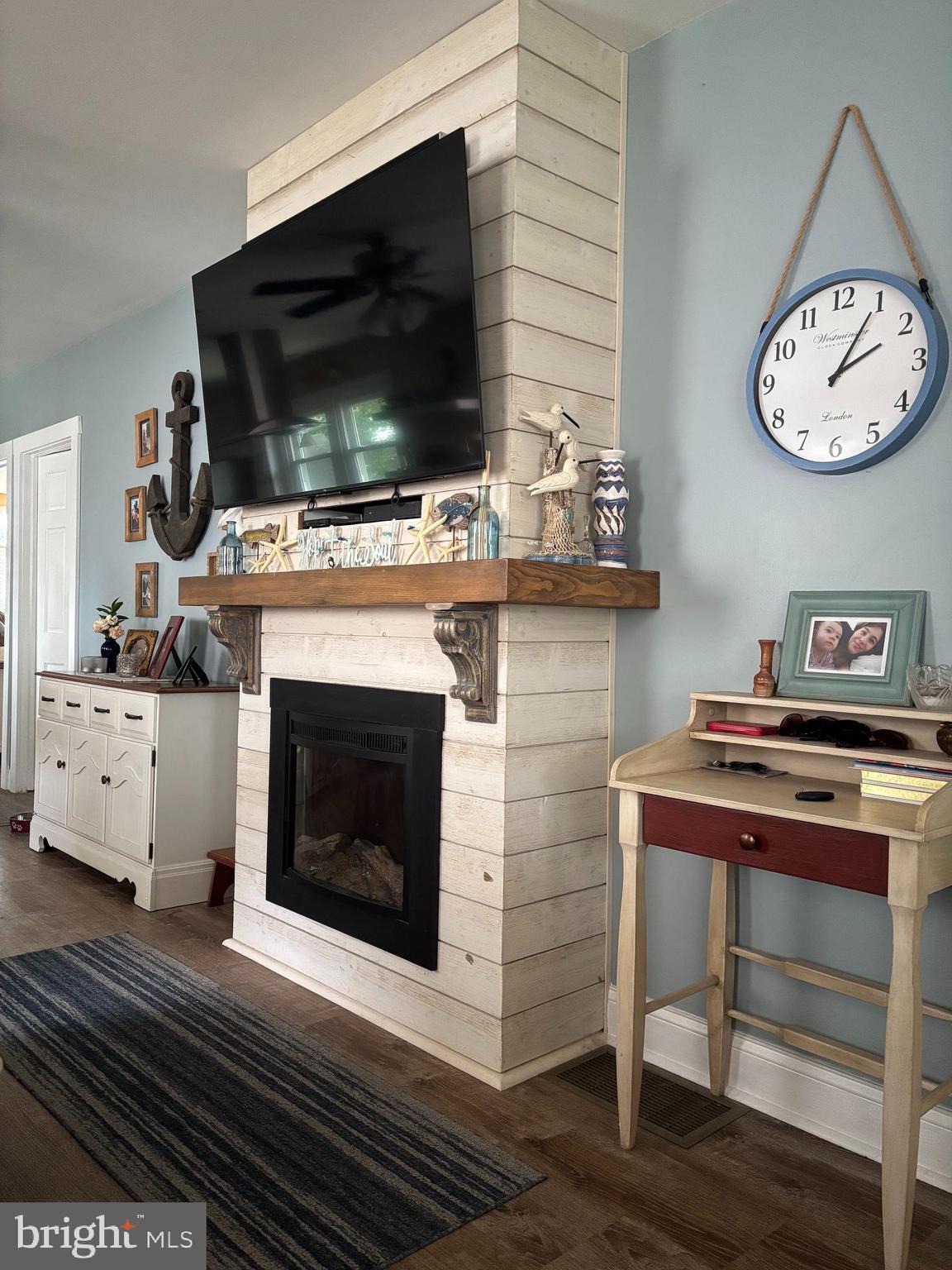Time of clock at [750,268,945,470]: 2:04
